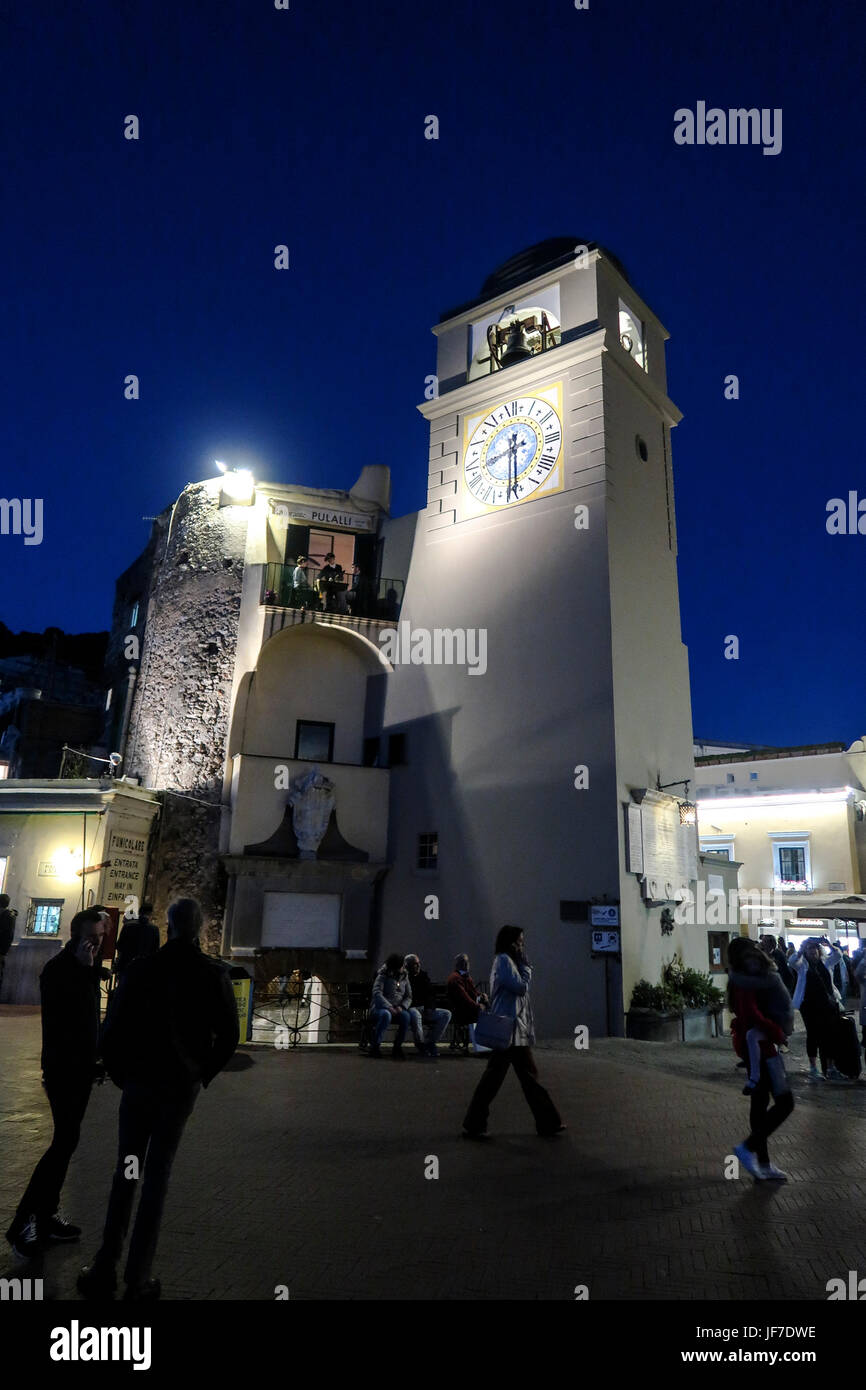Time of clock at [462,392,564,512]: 8:29
